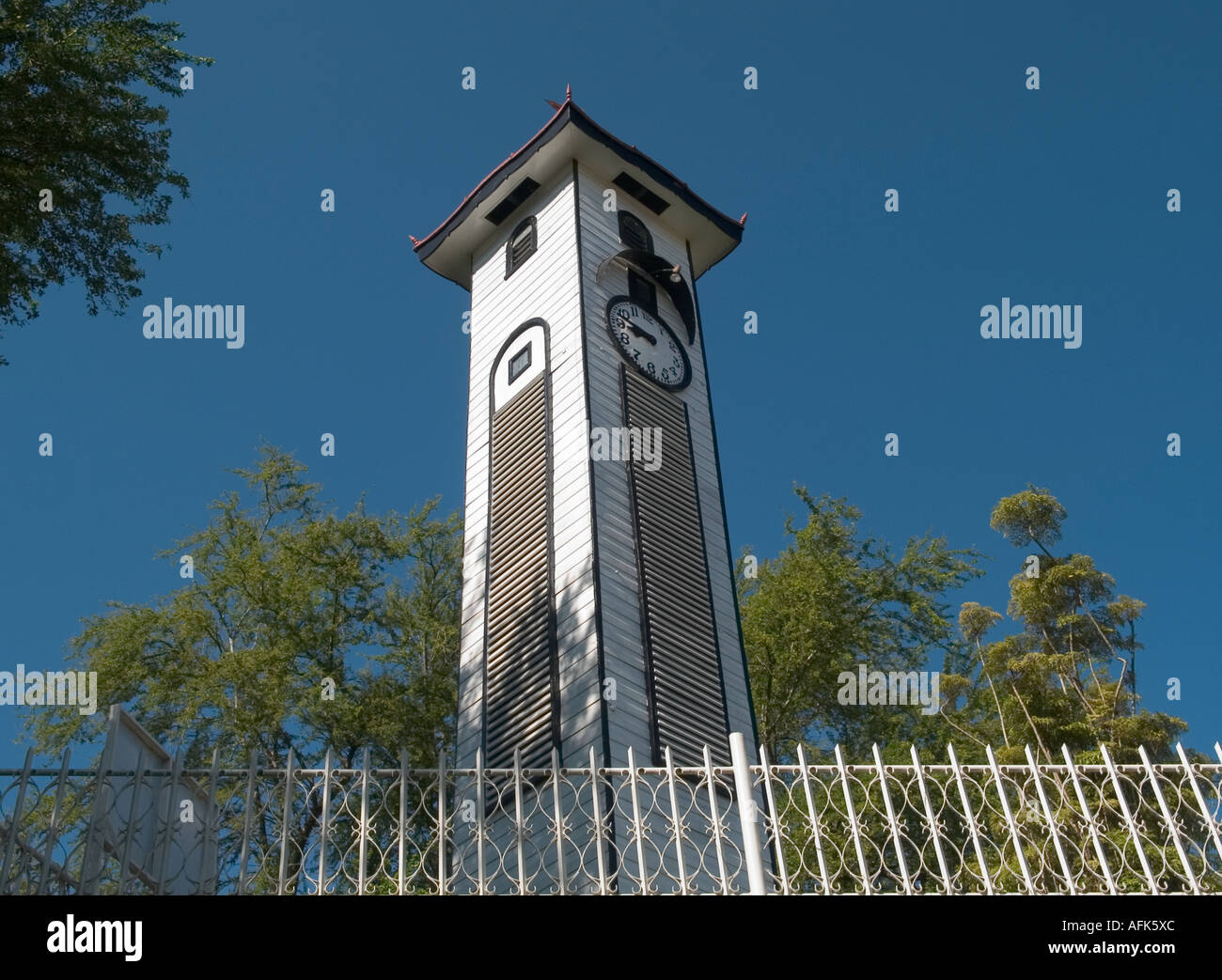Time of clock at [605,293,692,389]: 8:48
